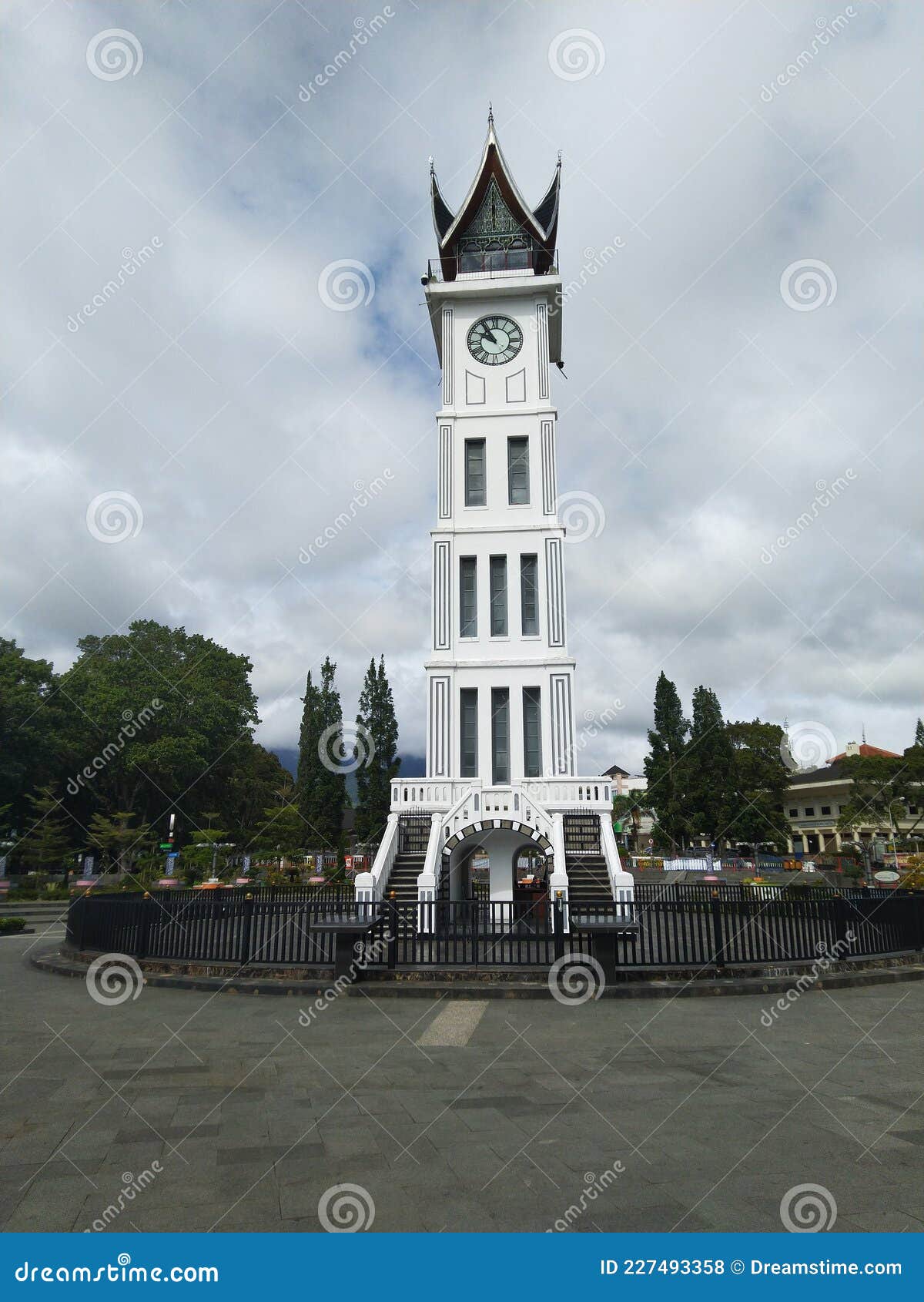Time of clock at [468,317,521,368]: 9:54
